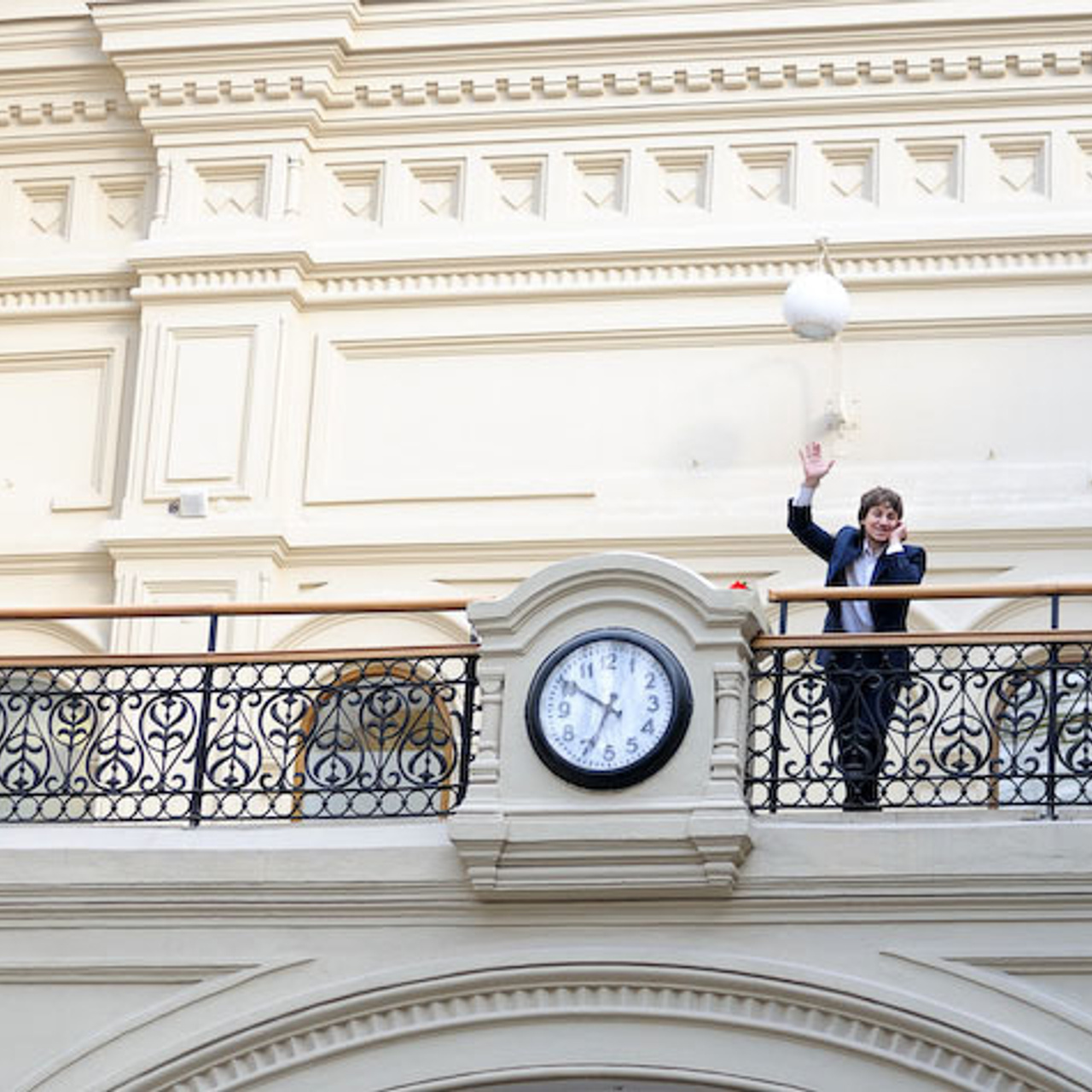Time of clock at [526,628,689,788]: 6:50
